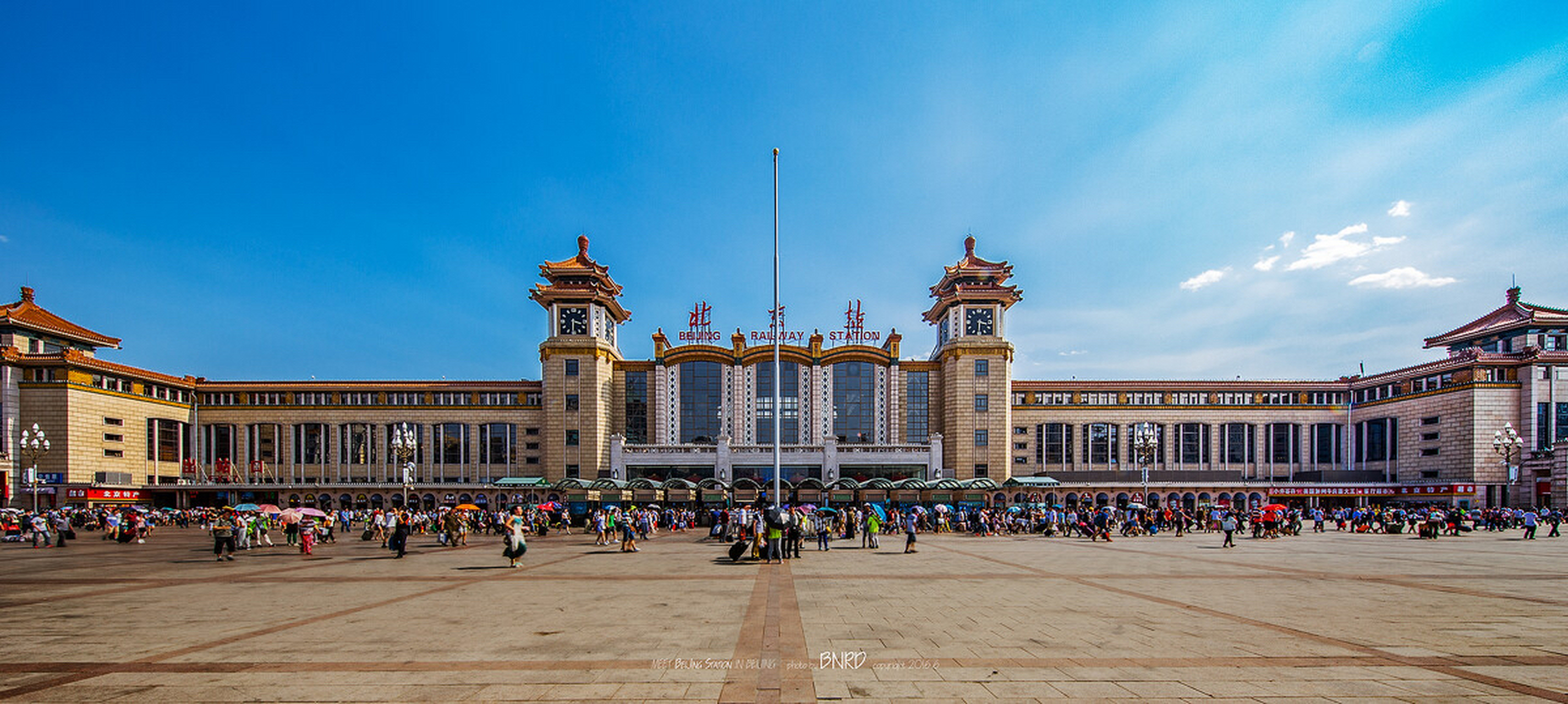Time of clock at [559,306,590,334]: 3:30
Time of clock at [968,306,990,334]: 3:30
